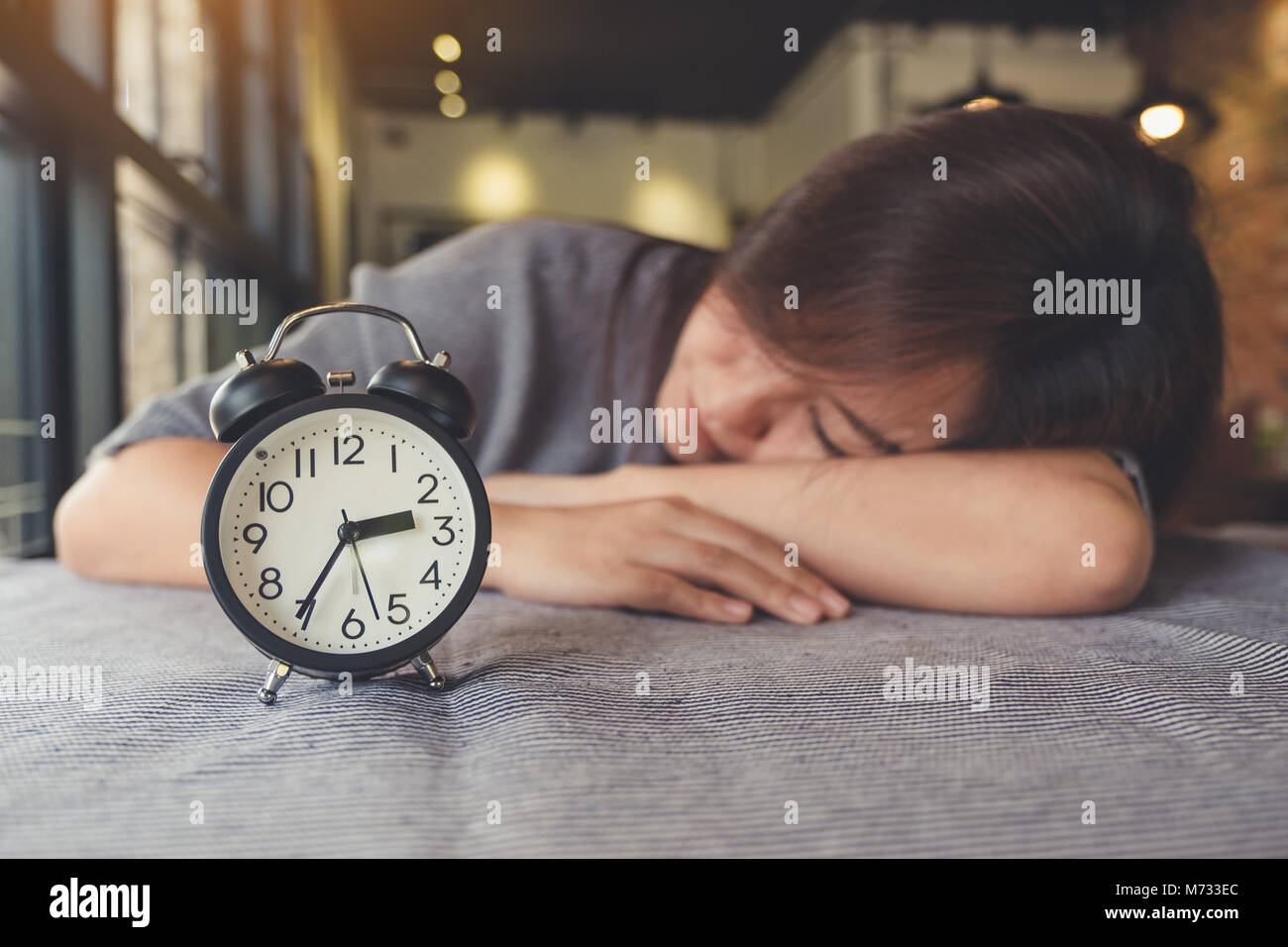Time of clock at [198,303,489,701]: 2:35
